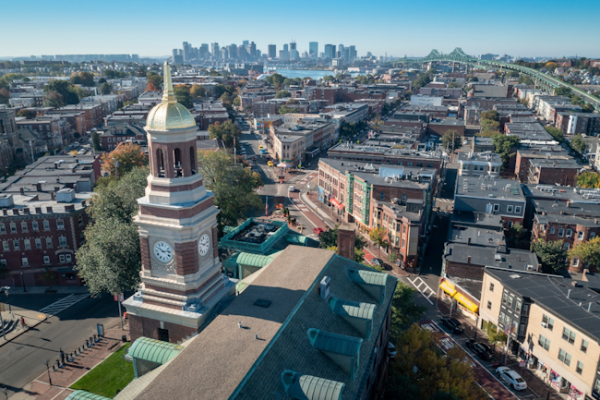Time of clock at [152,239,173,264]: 10:13
